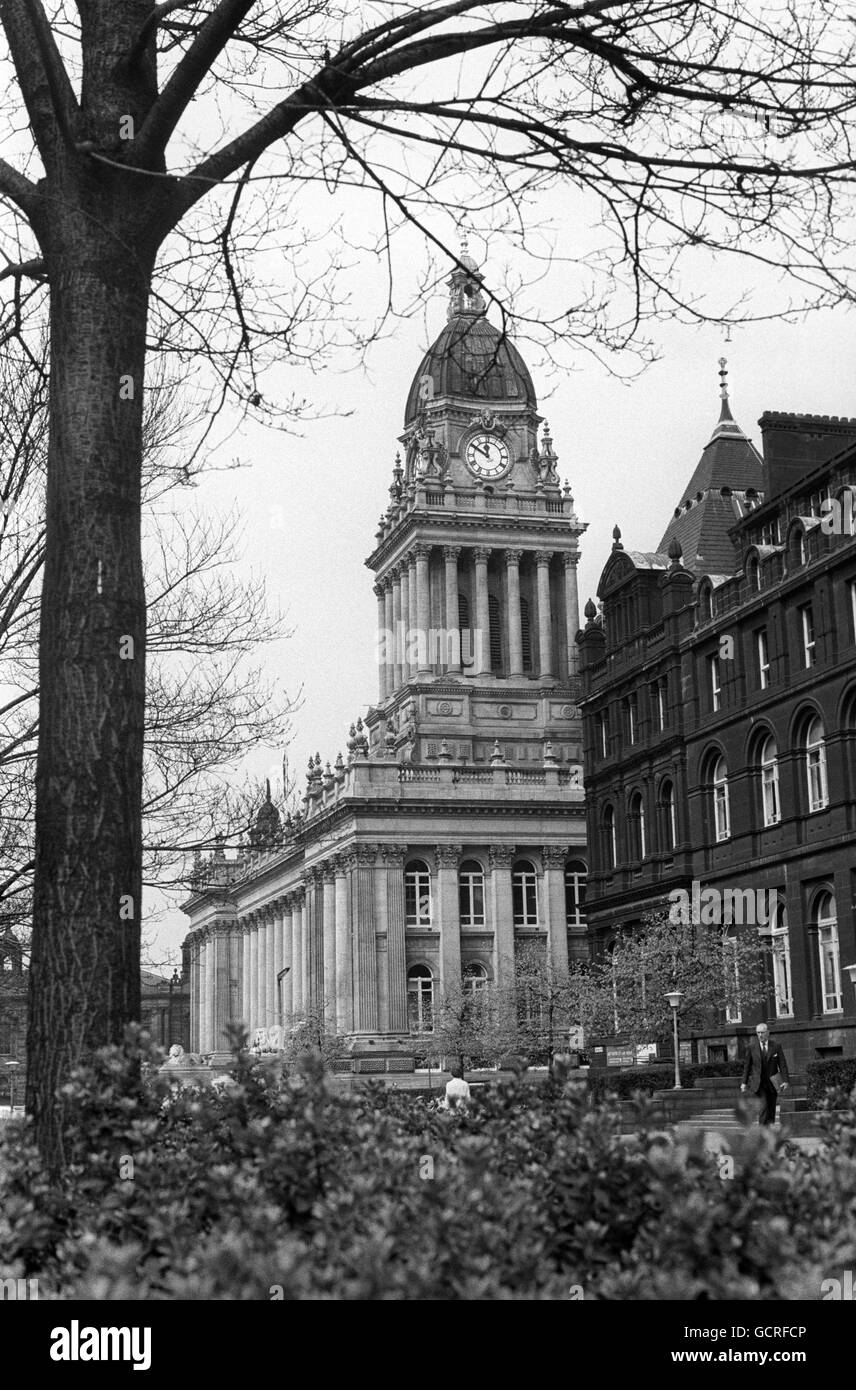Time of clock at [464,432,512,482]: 11:50
